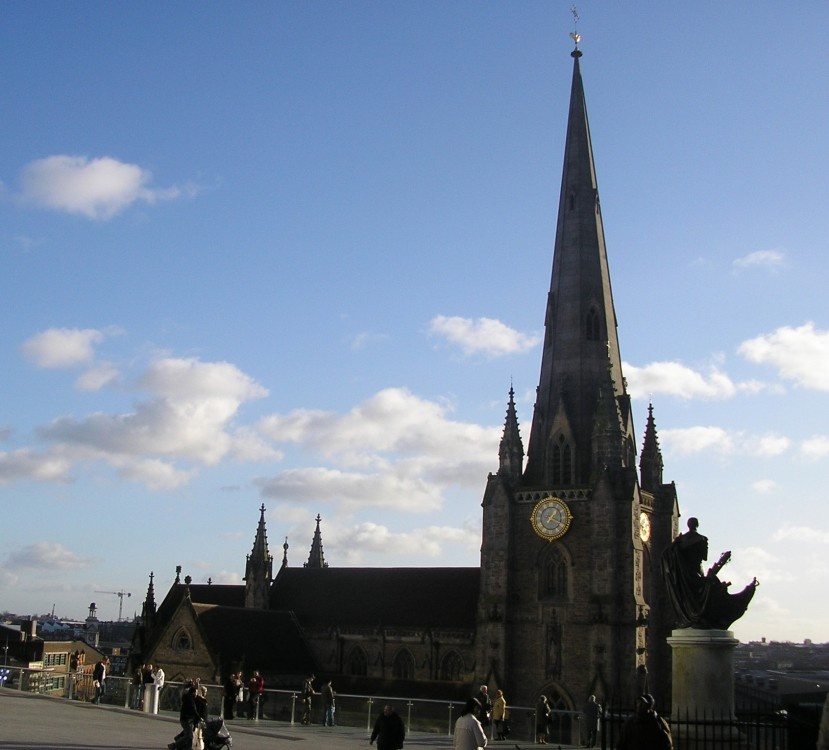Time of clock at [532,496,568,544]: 1:18
